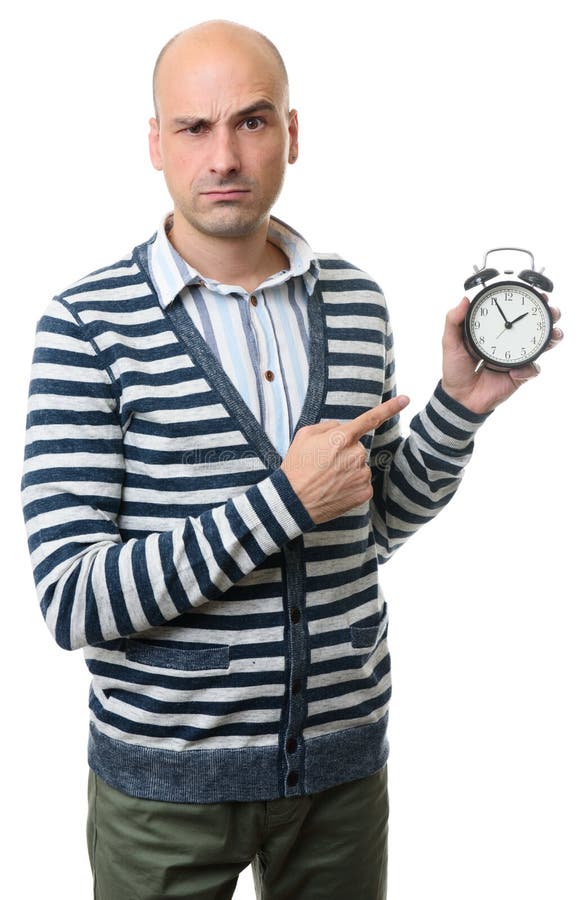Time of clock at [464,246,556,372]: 1:55
